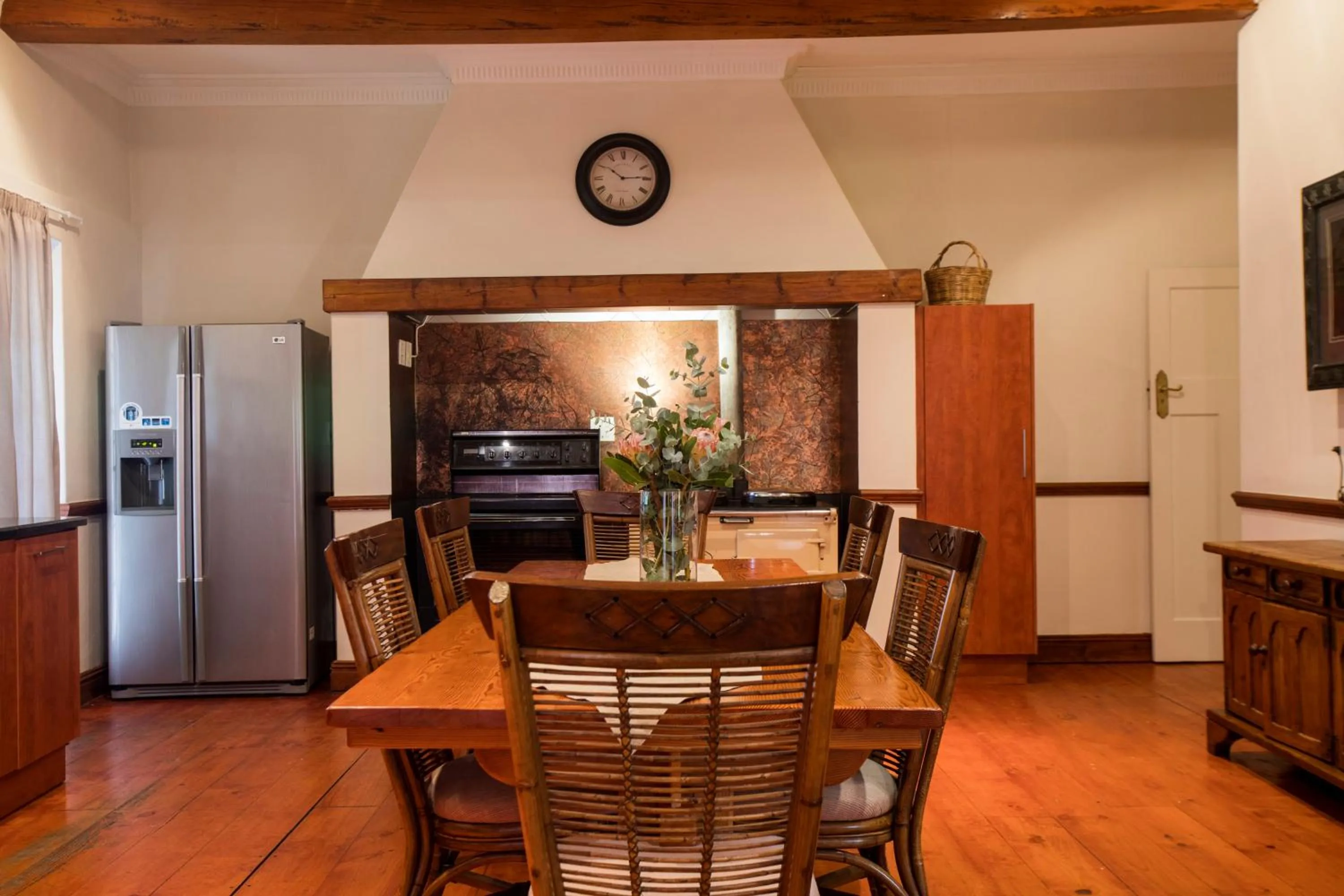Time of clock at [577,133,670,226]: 10:14
